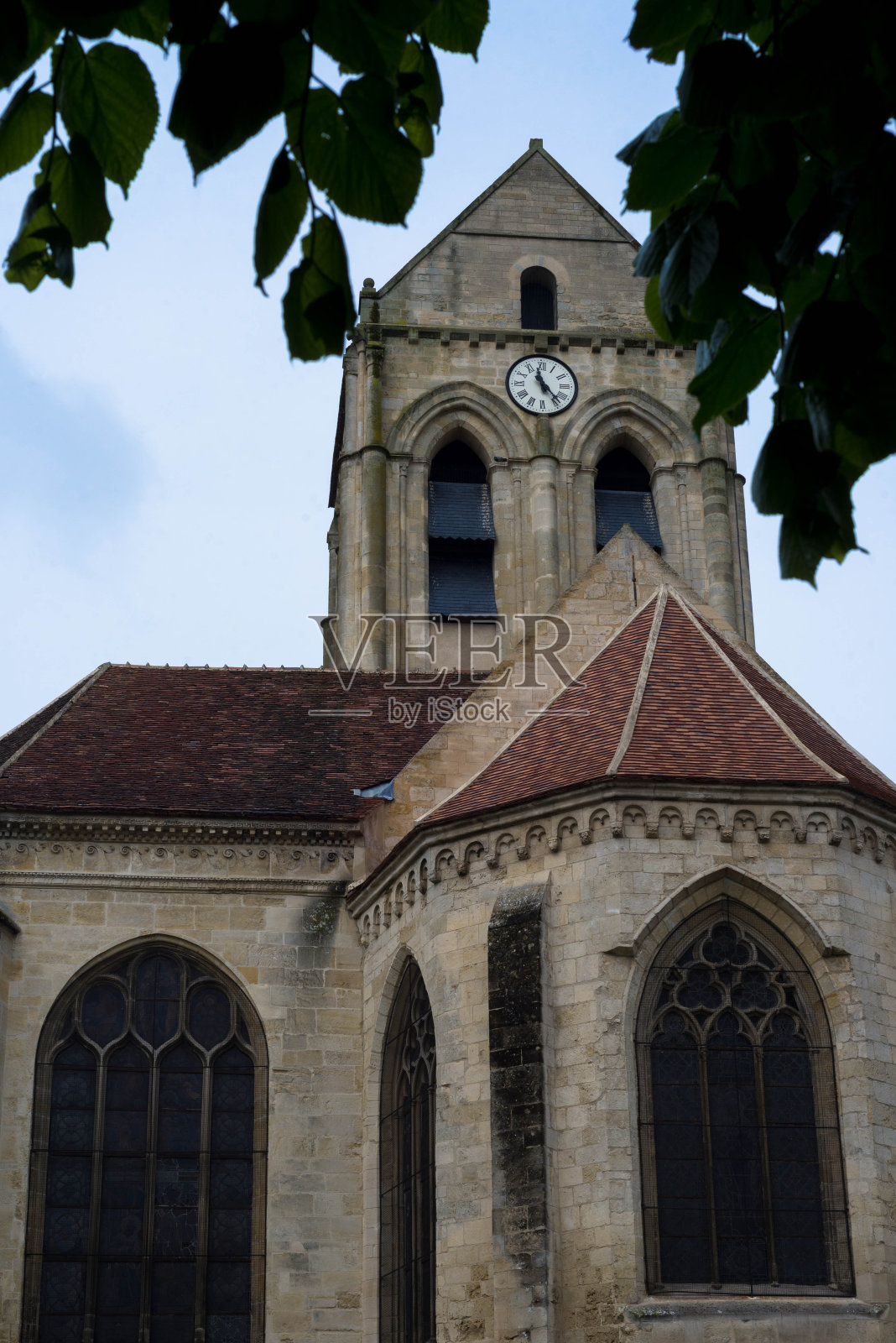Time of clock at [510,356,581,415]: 11:23
